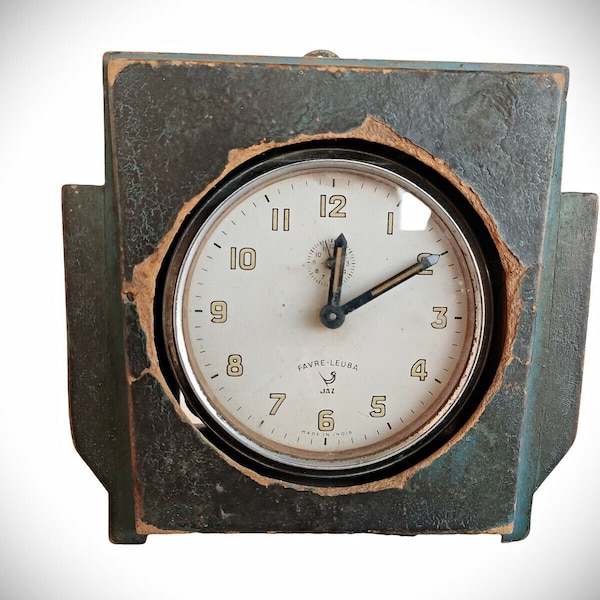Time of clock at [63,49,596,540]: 12:09
